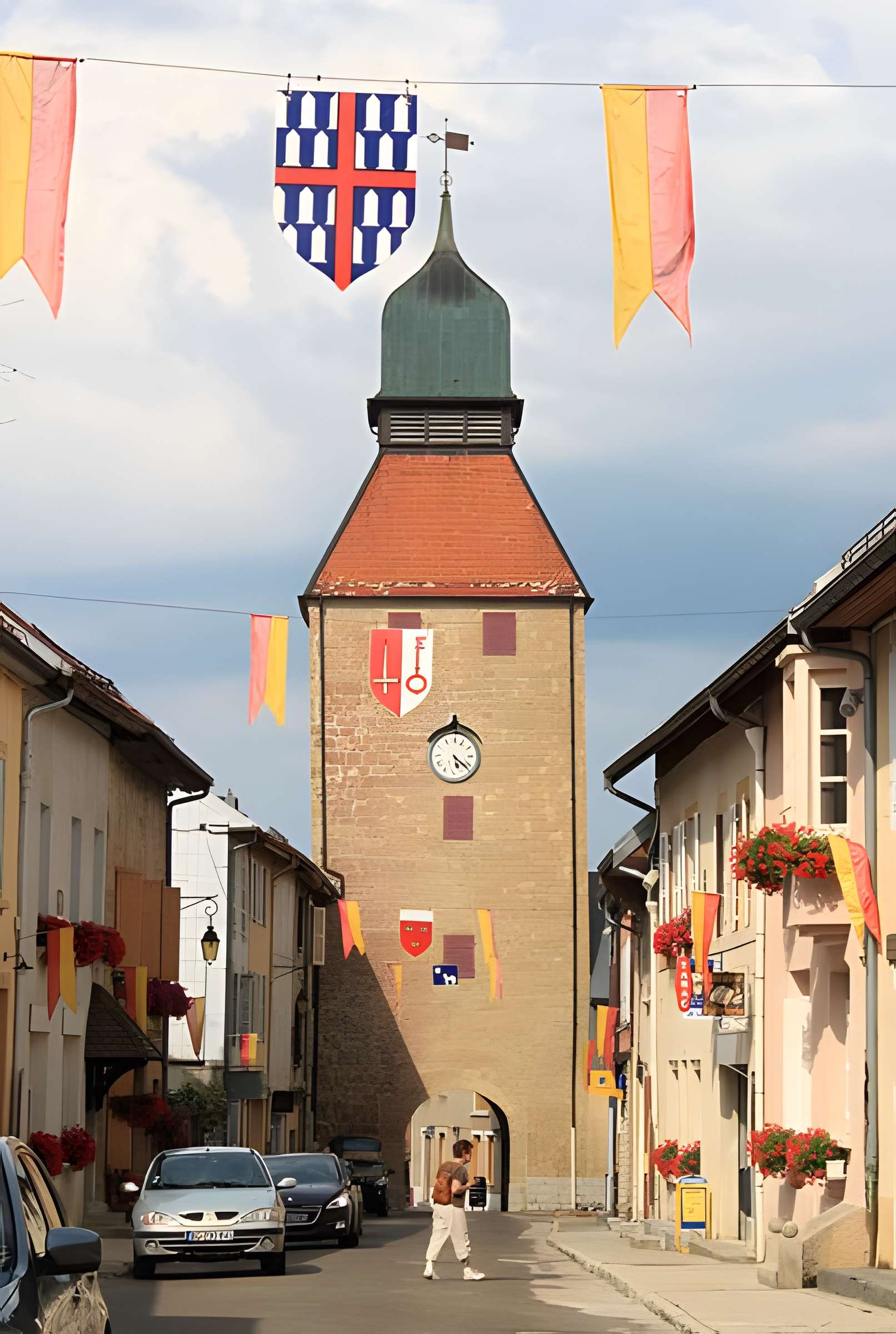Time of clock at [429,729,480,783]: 5:21
